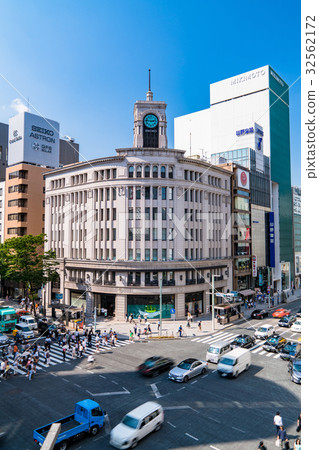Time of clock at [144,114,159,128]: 2:46
